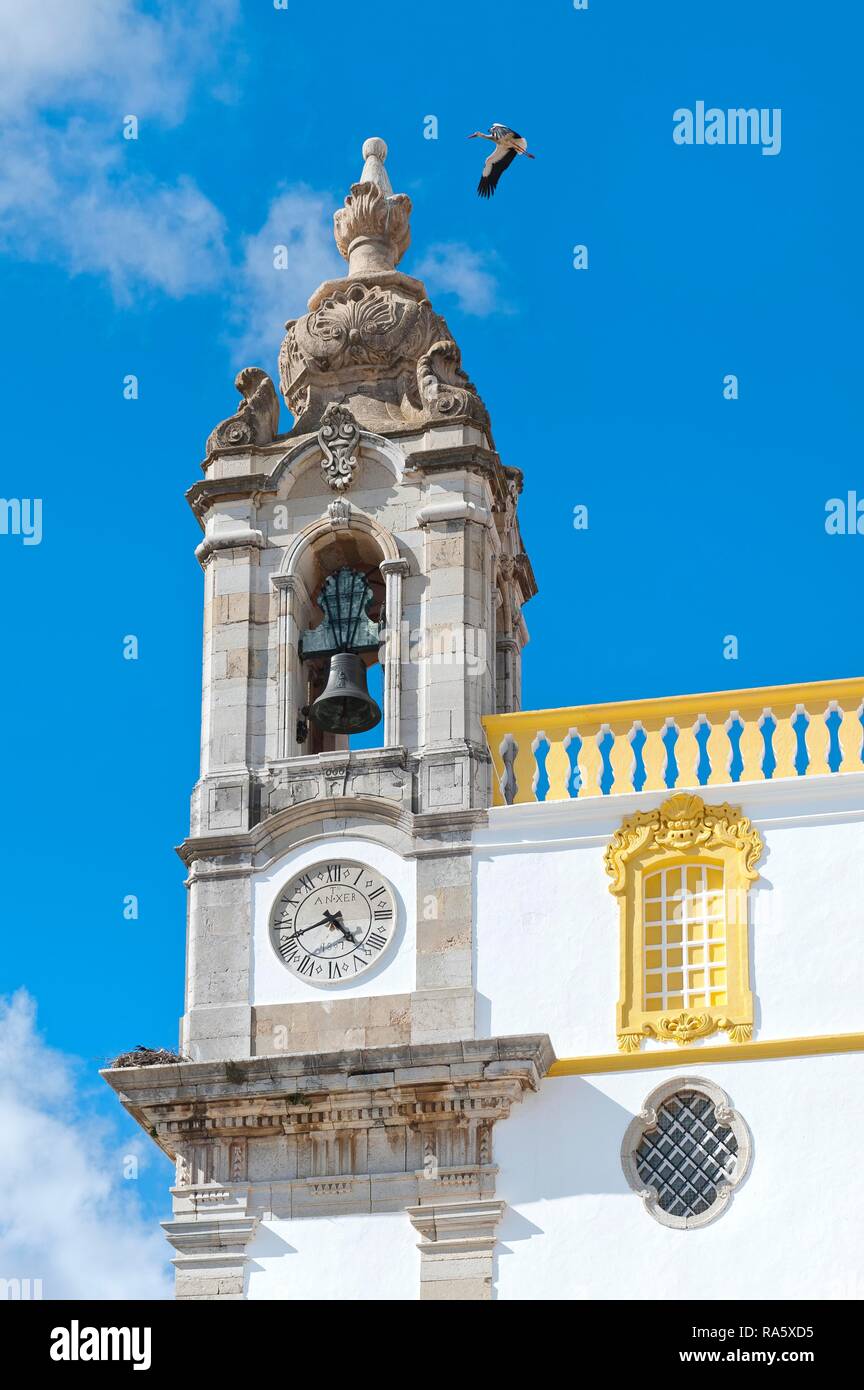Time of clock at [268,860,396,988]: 4:41
